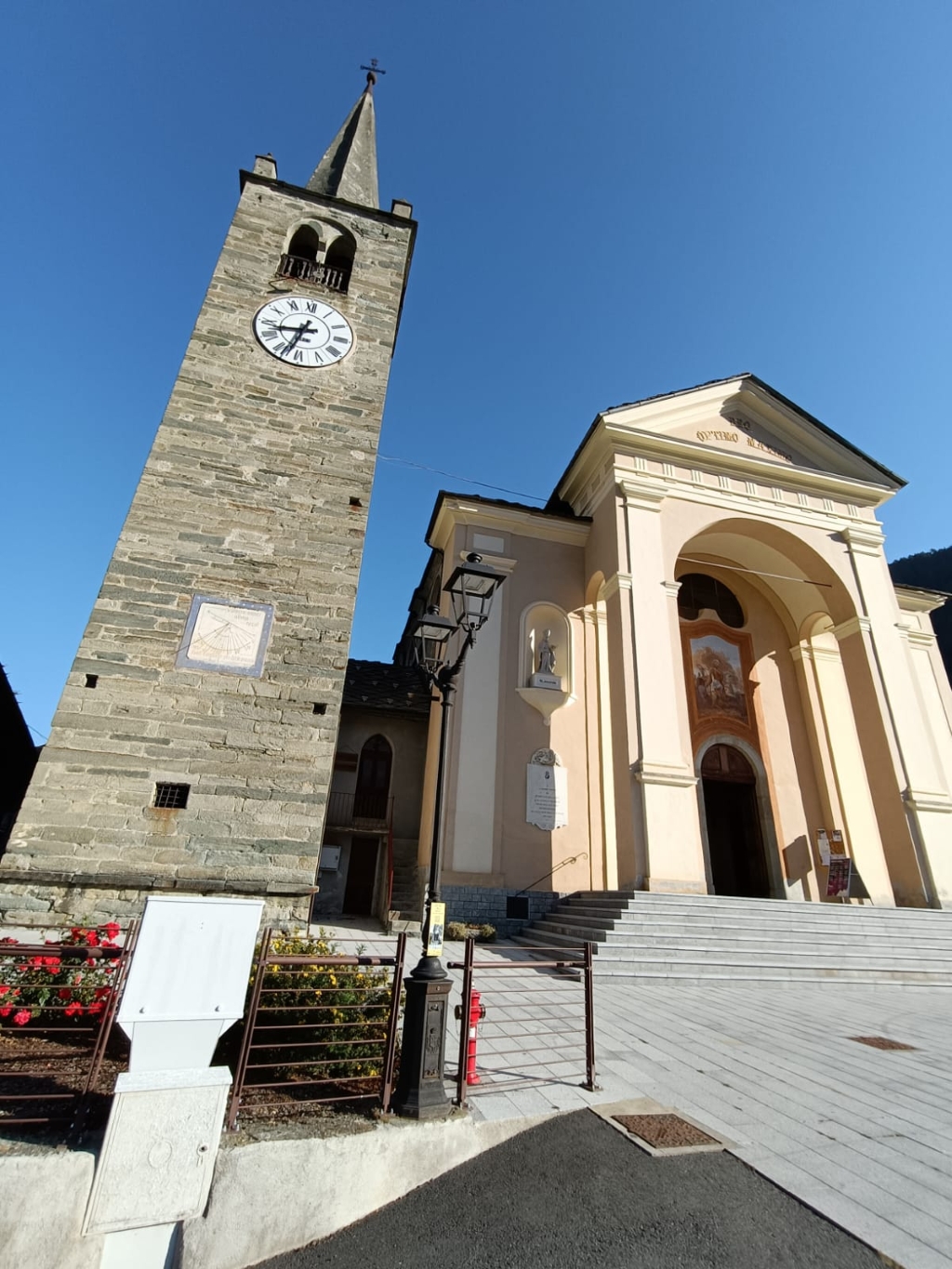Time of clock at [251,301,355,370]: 8:33
